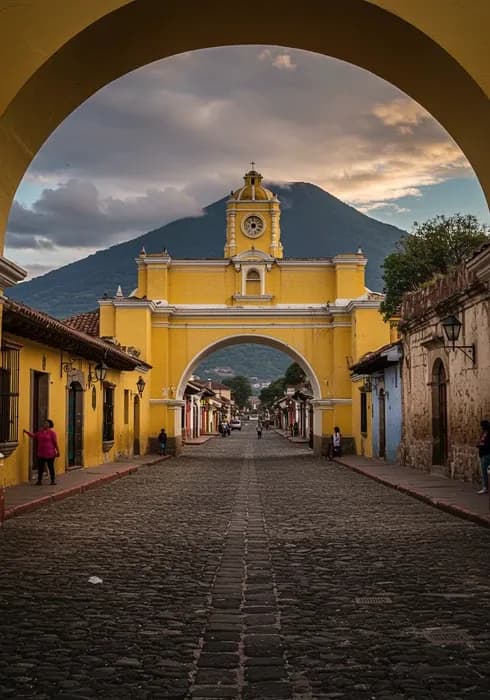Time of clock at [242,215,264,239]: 6:52
